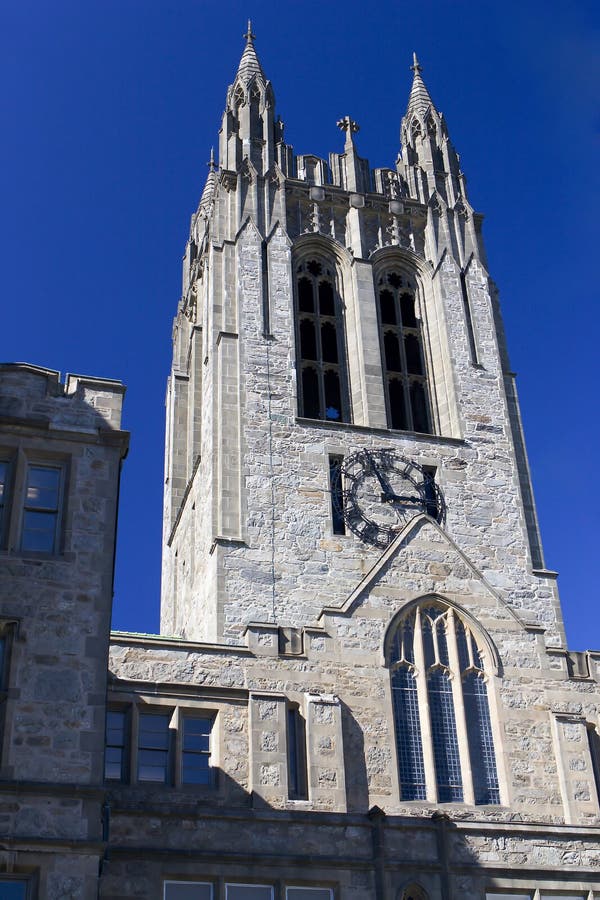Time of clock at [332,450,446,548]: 2:56
